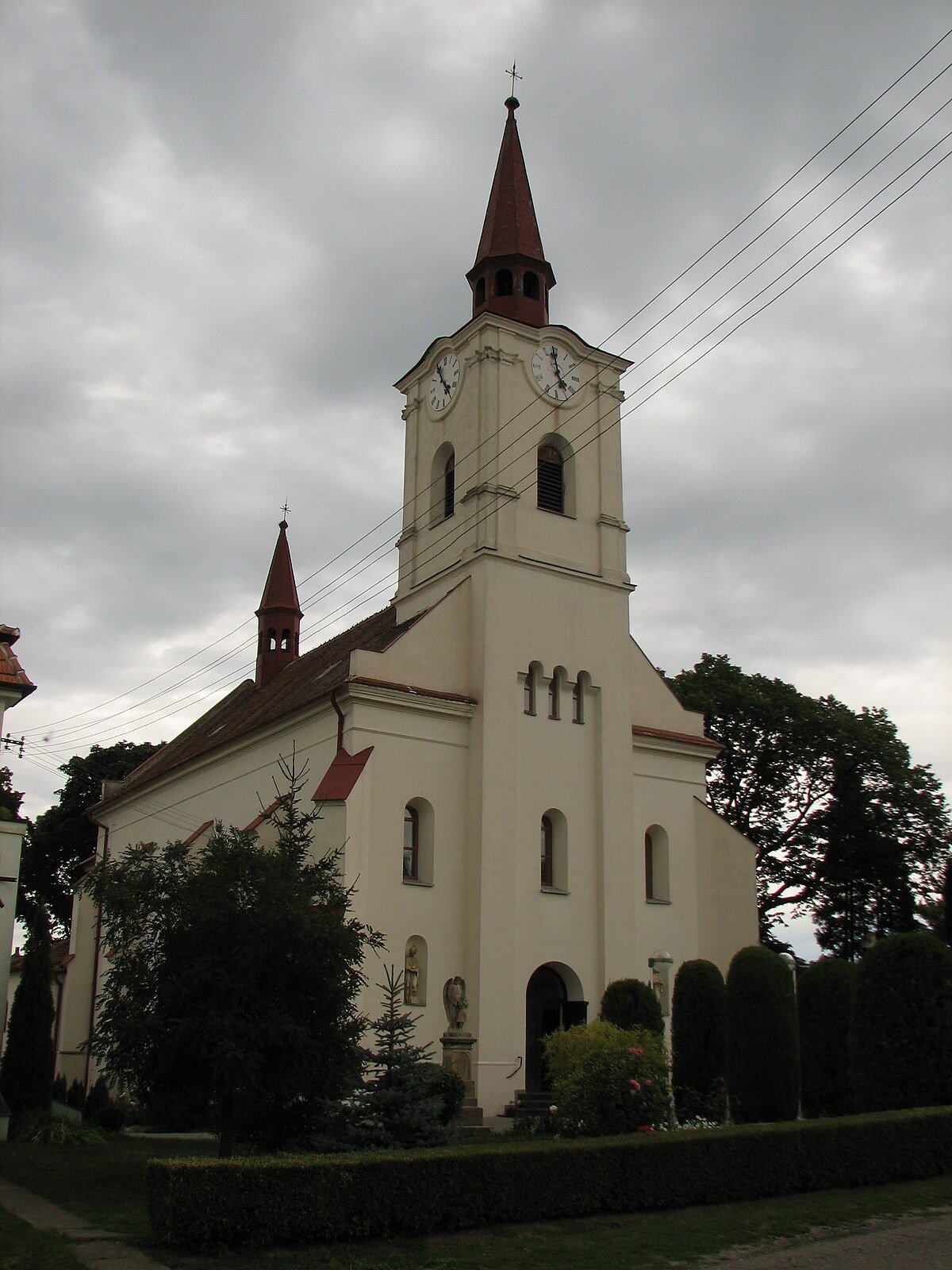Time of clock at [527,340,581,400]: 4:59
